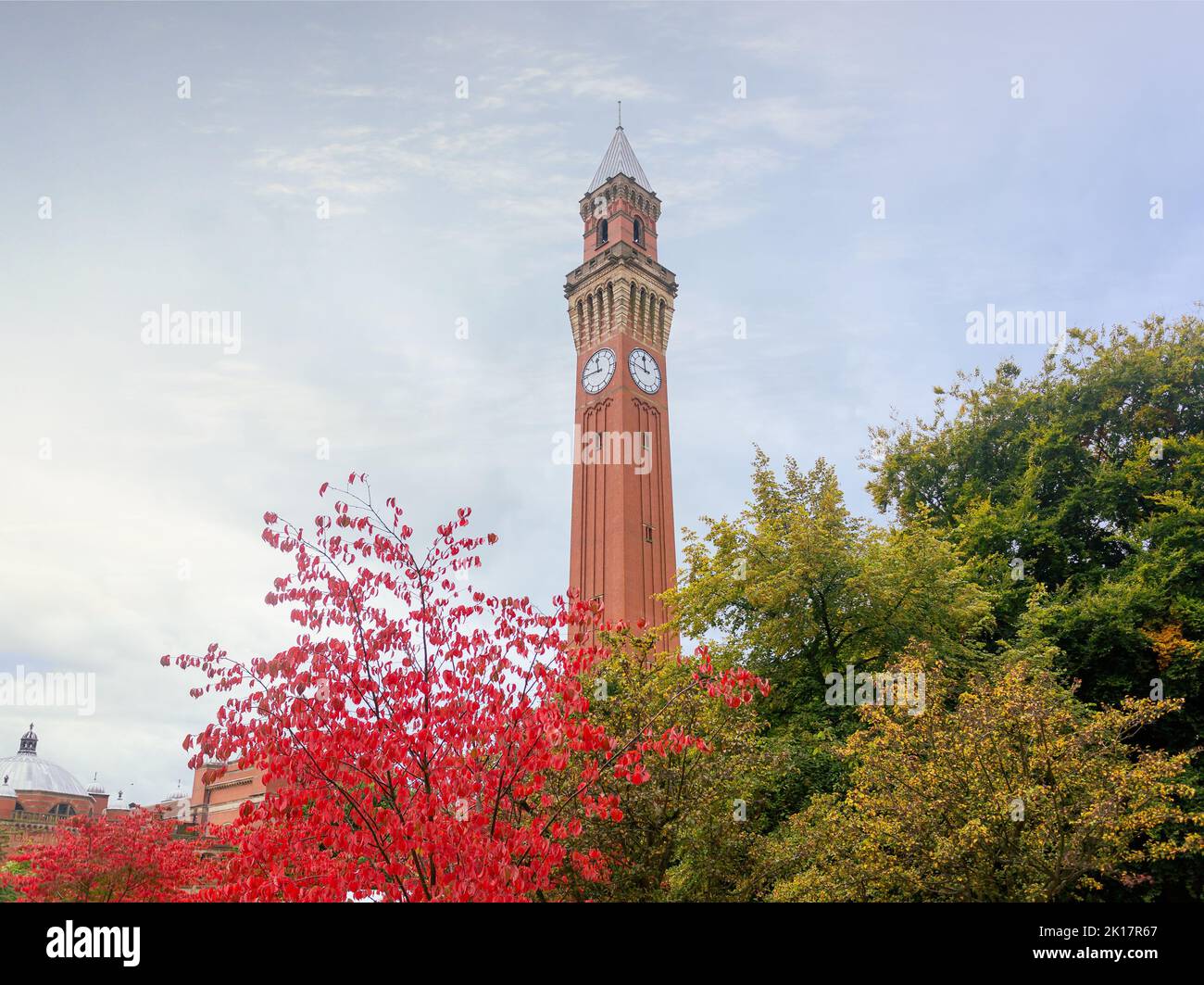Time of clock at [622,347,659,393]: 11:46
